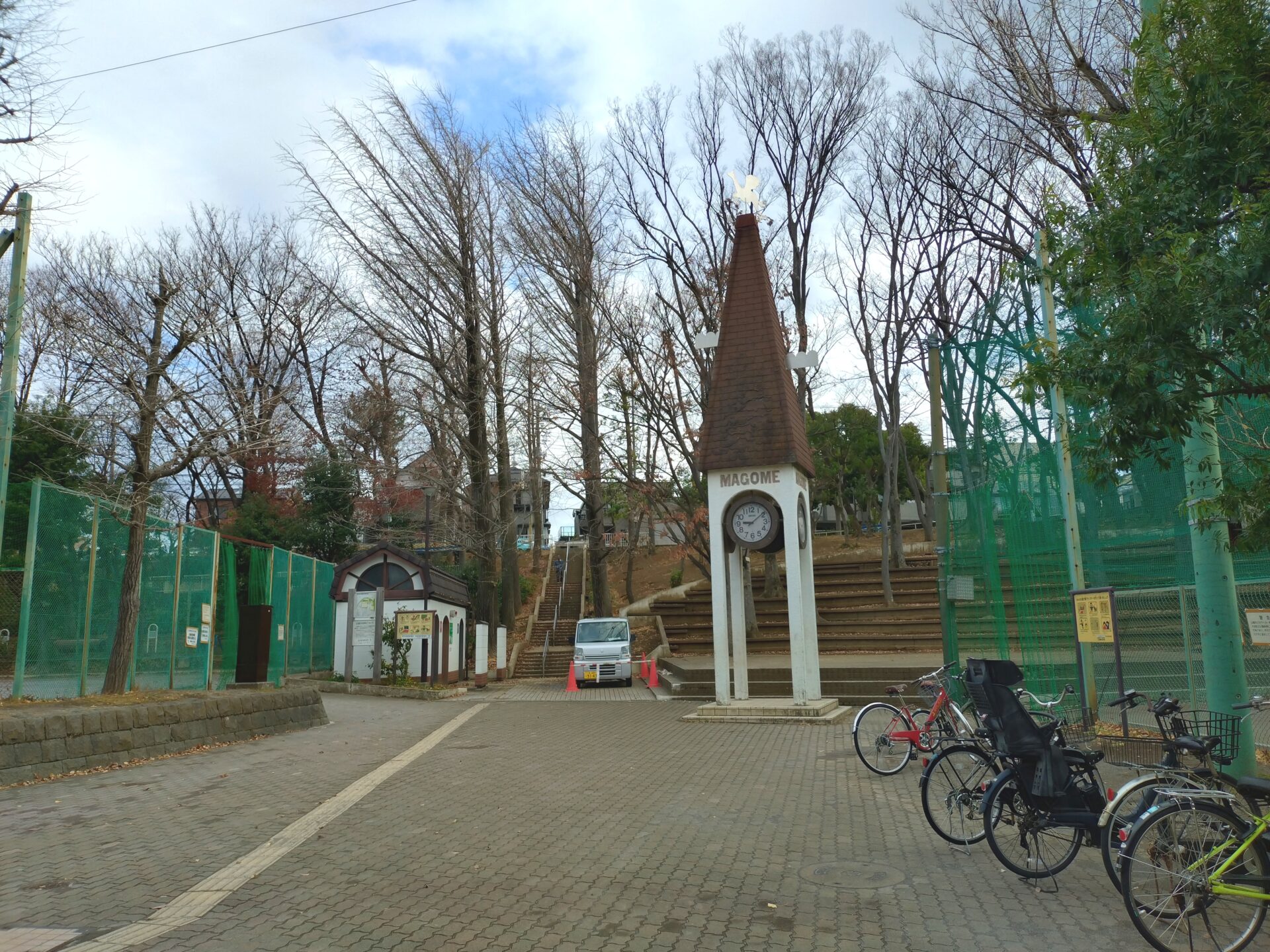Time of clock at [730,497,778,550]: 9:08
